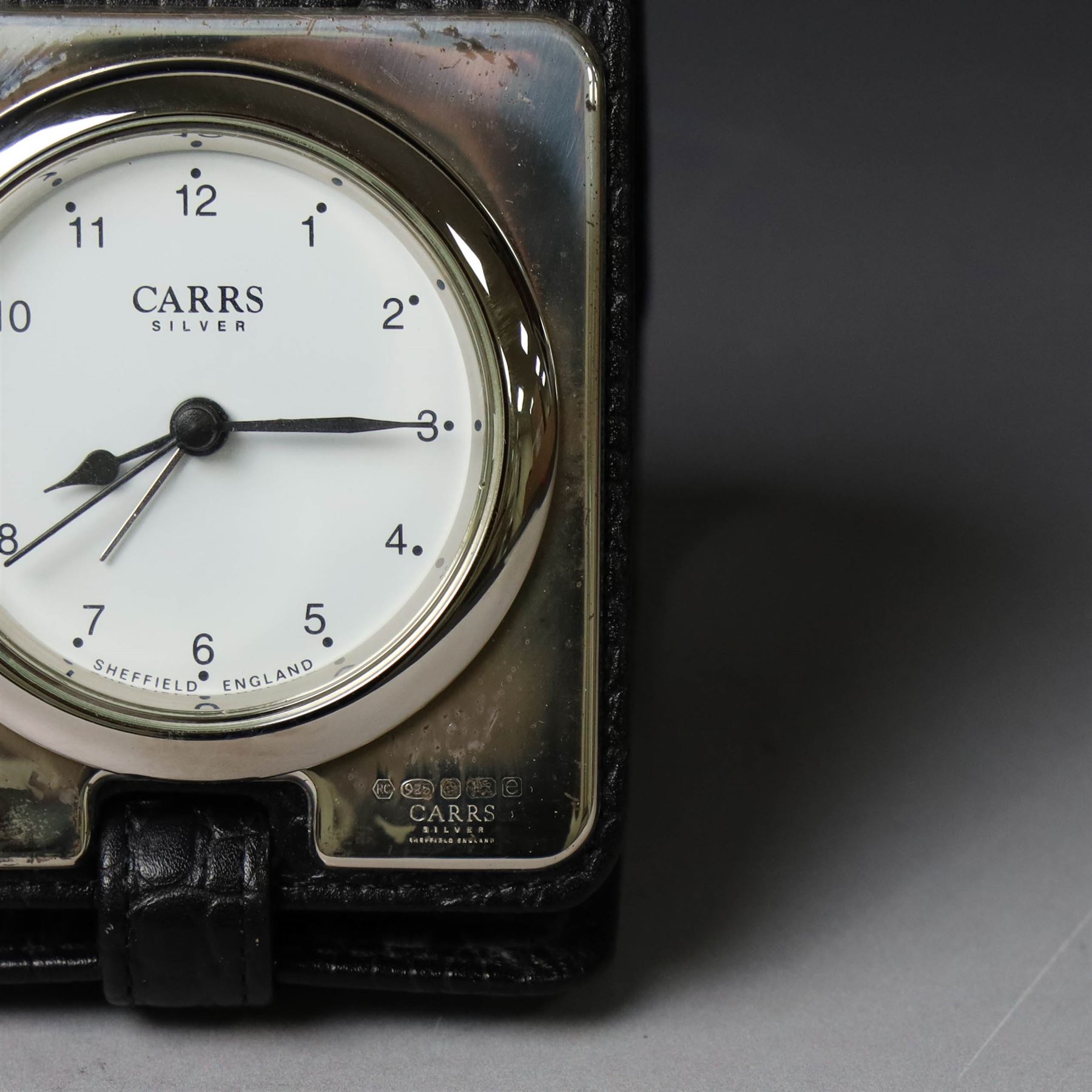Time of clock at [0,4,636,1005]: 8:15
